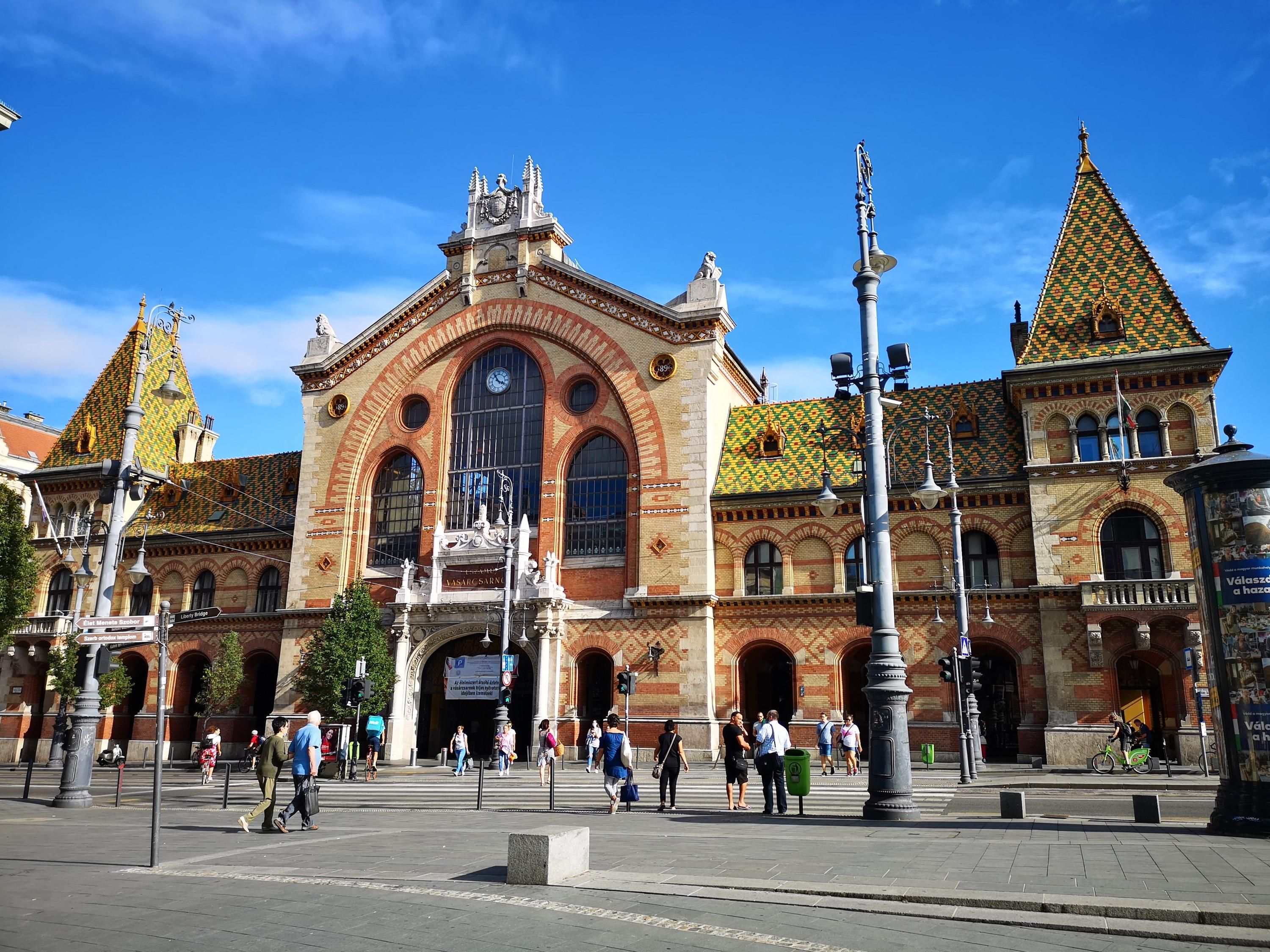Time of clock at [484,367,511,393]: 3:54
